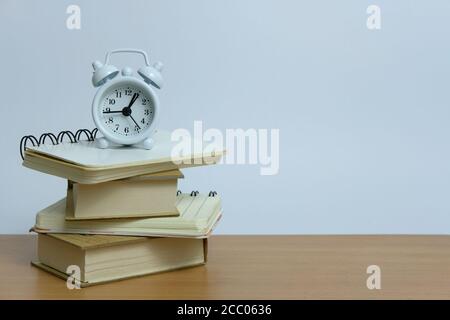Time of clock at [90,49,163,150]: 12:44
